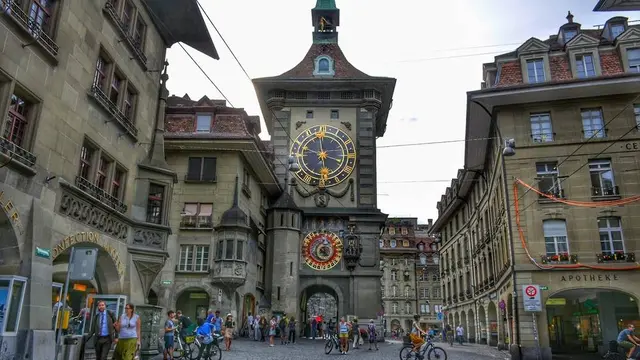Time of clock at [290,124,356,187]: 5:58
